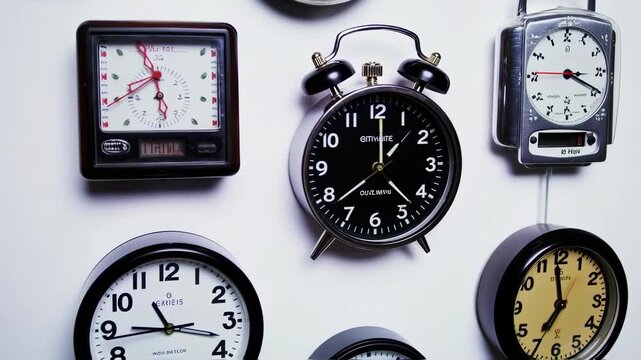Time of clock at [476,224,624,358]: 6:58
